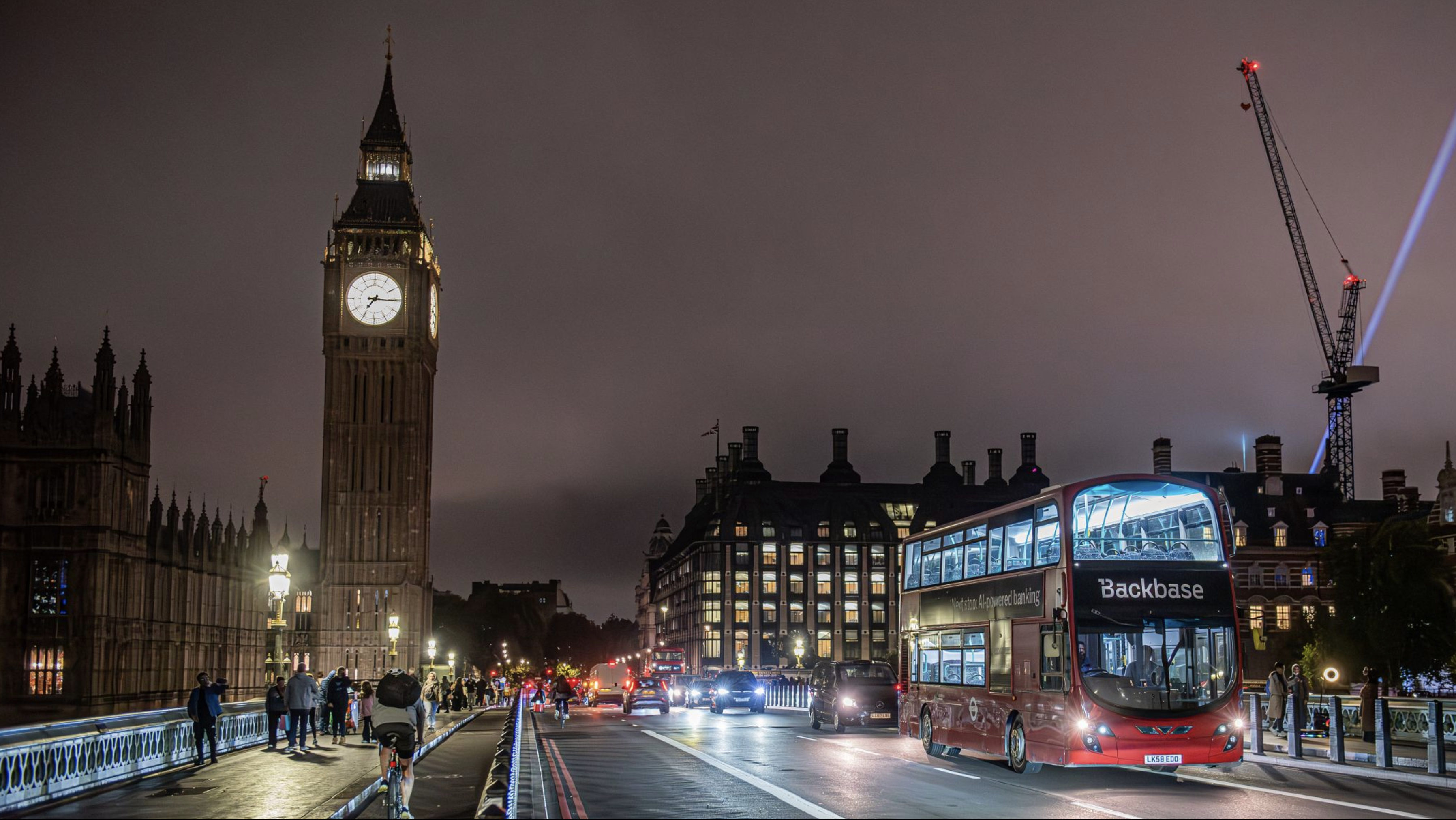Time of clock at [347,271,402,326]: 7:15
